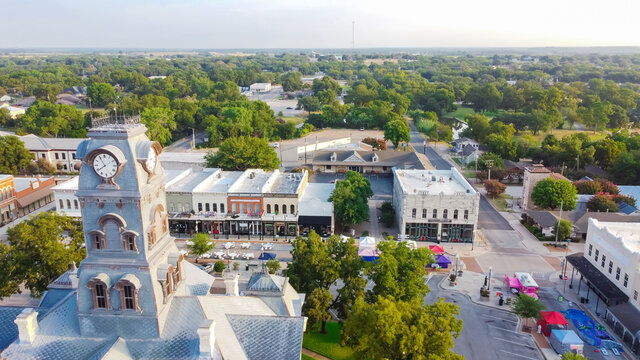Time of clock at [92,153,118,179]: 7:54
